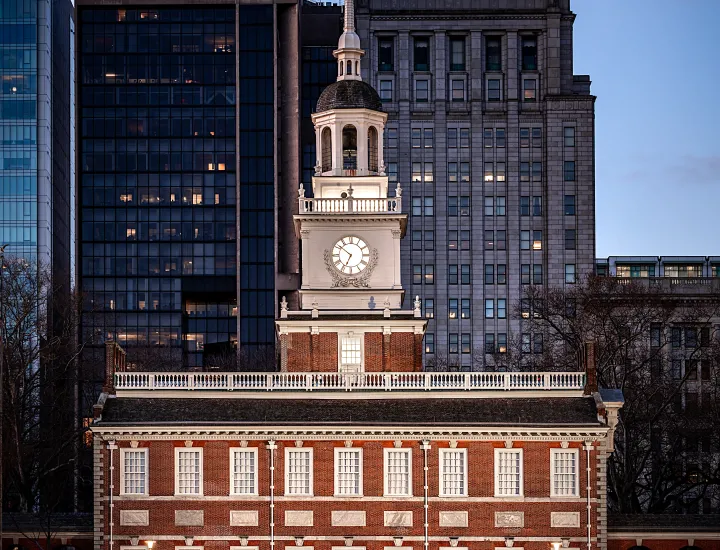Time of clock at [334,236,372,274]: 6:51
